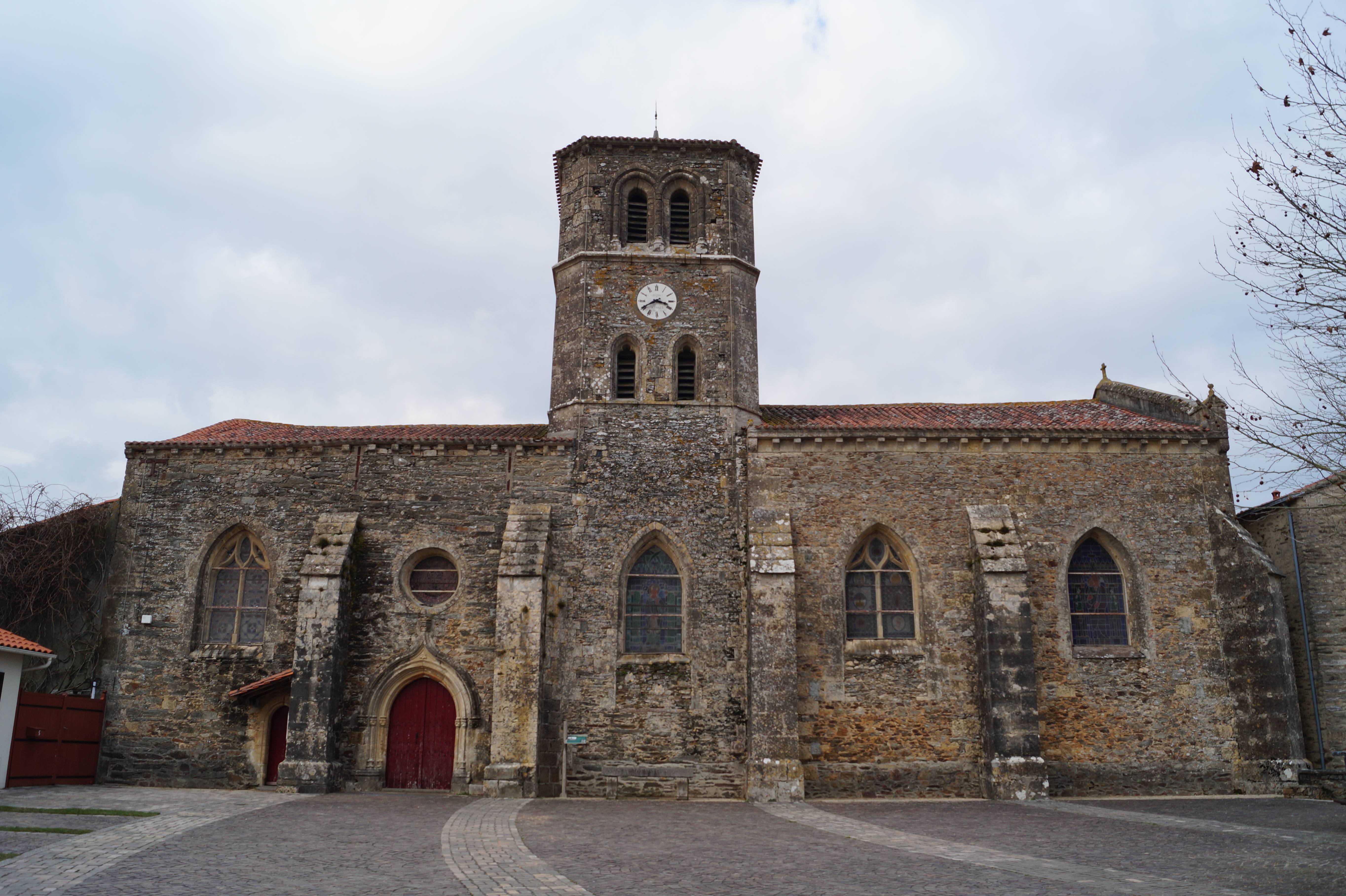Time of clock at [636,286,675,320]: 3:40
